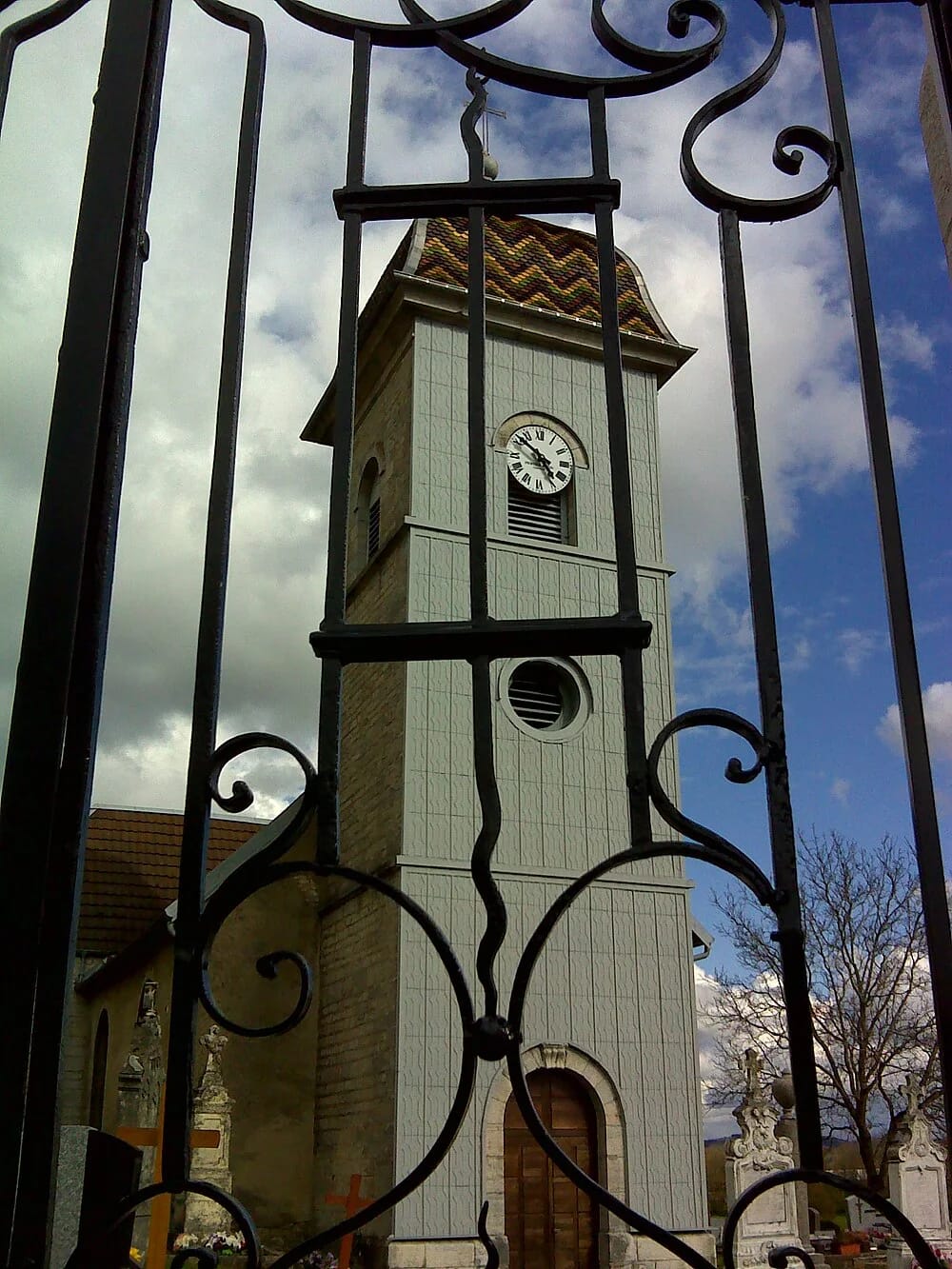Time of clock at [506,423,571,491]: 4:51
